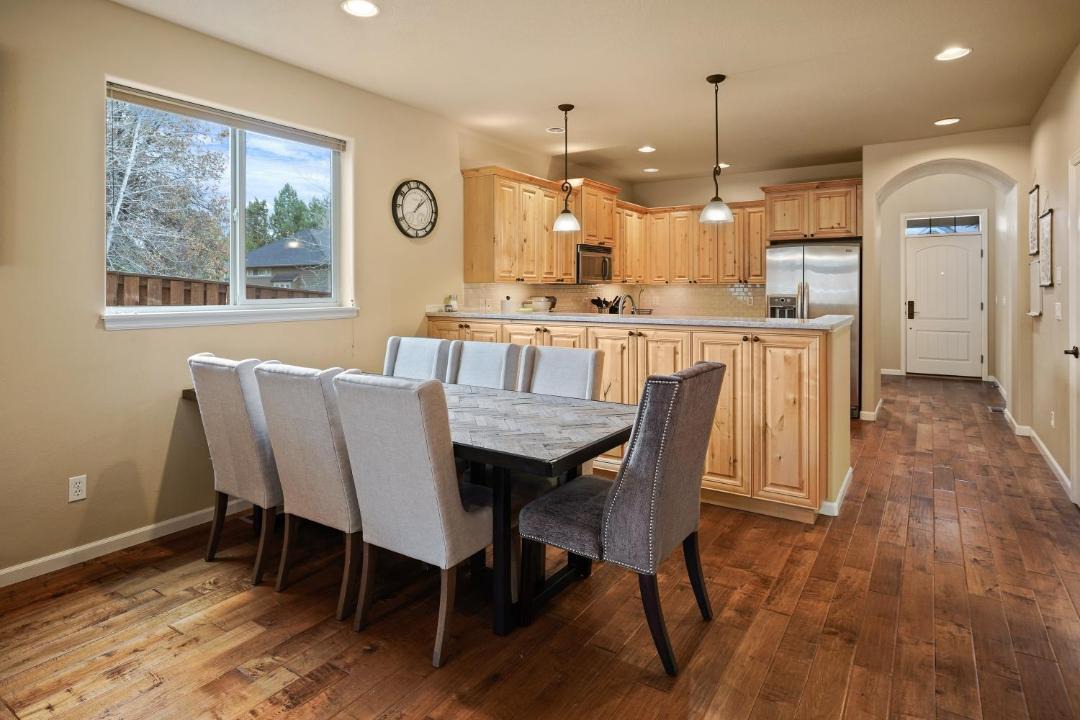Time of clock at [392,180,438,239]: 1:08
